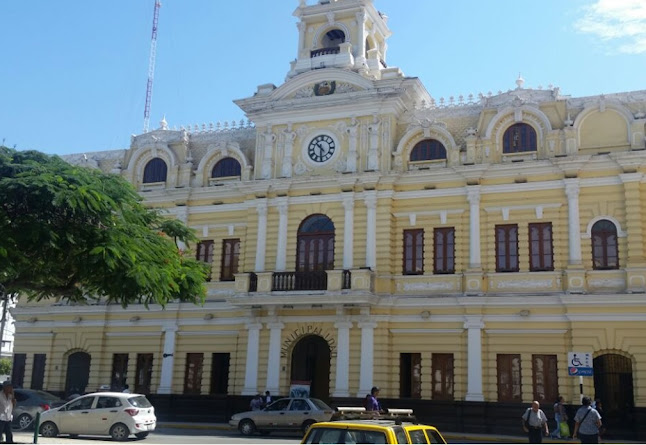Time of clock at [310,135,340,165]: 10:30
